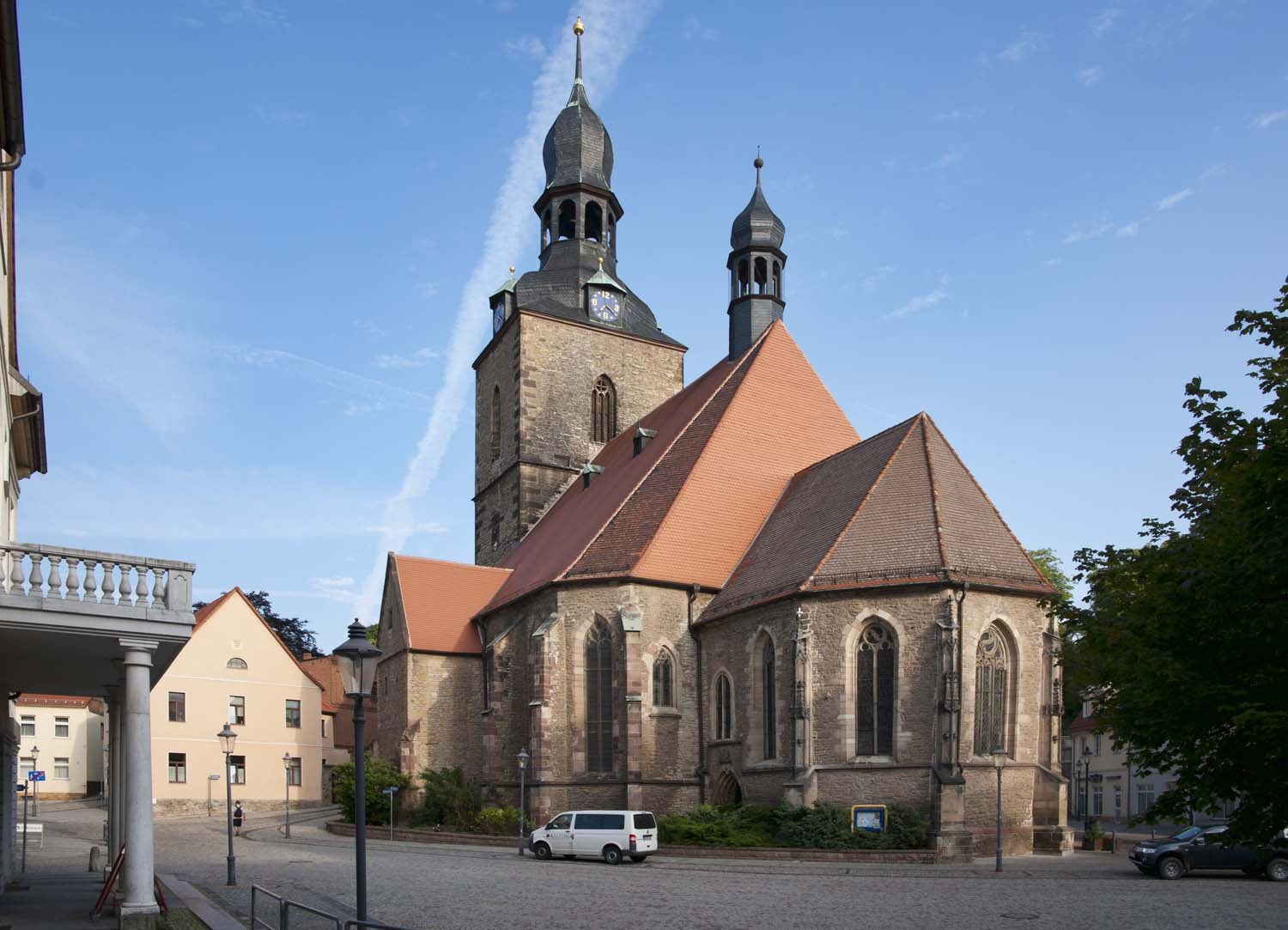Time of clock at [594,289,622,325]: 4:21
